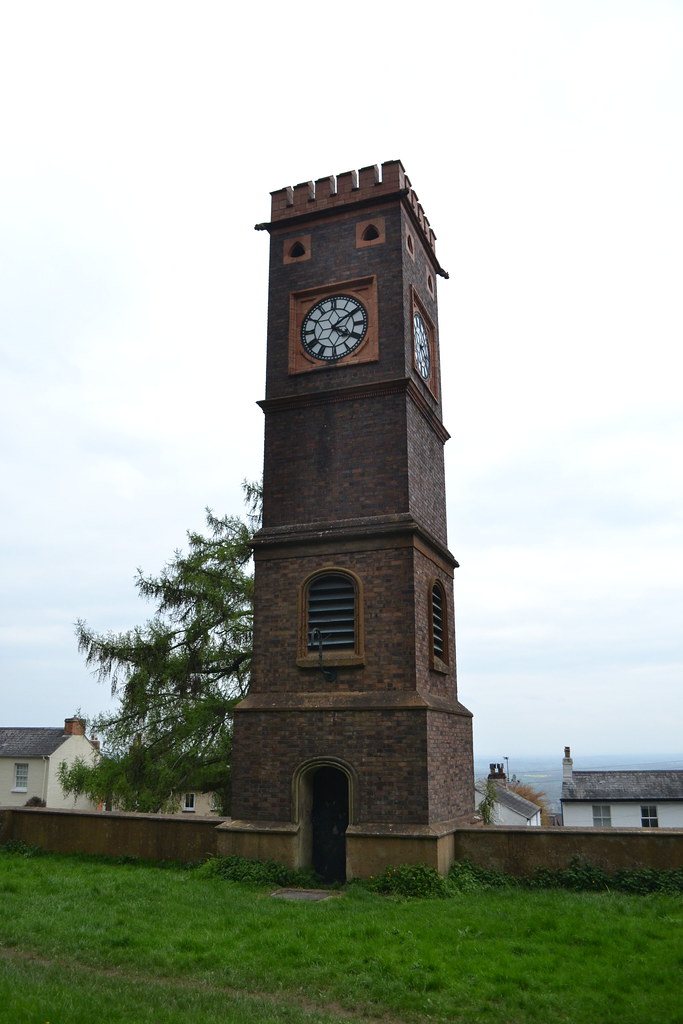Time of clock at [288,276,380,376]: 4:09
